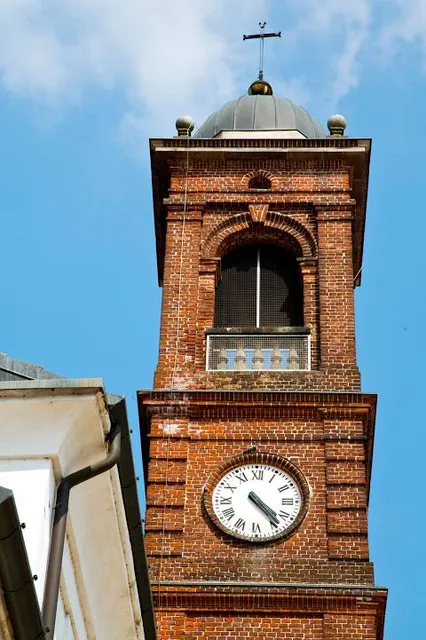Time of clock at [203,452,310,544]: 4:23
